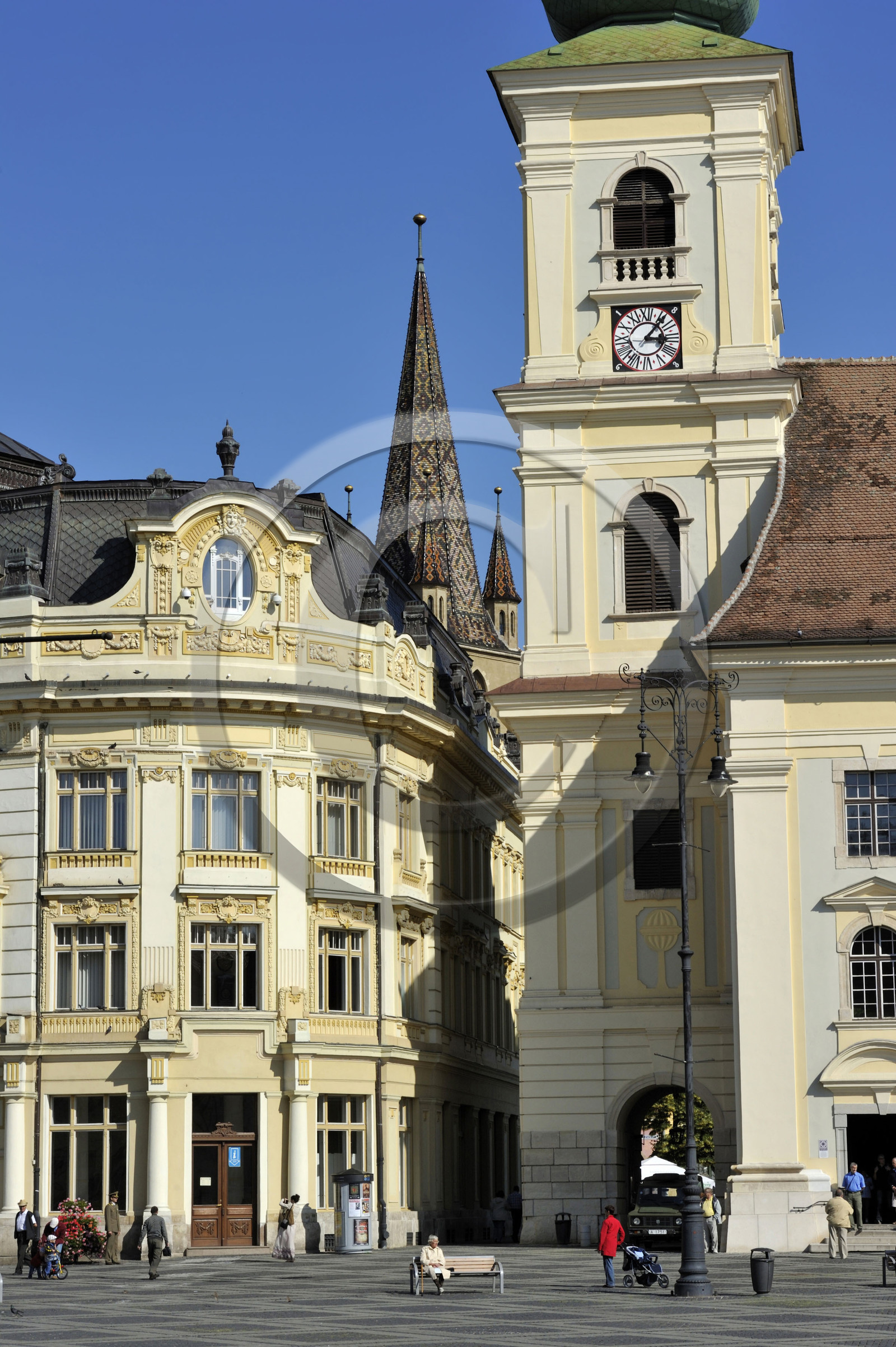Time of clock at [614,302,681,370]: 3:06
